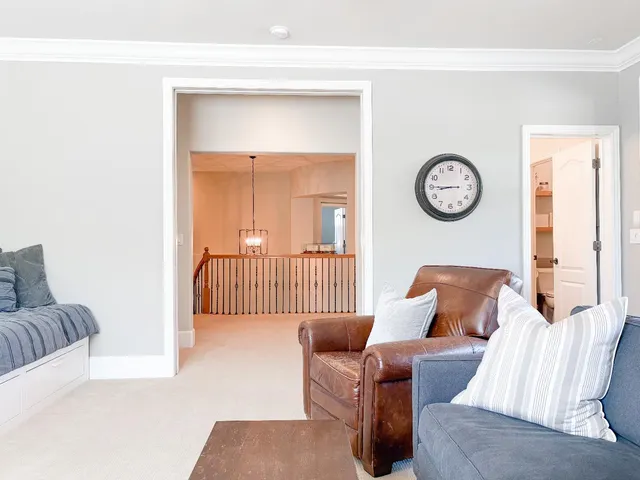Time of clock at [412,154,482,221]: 8:45
